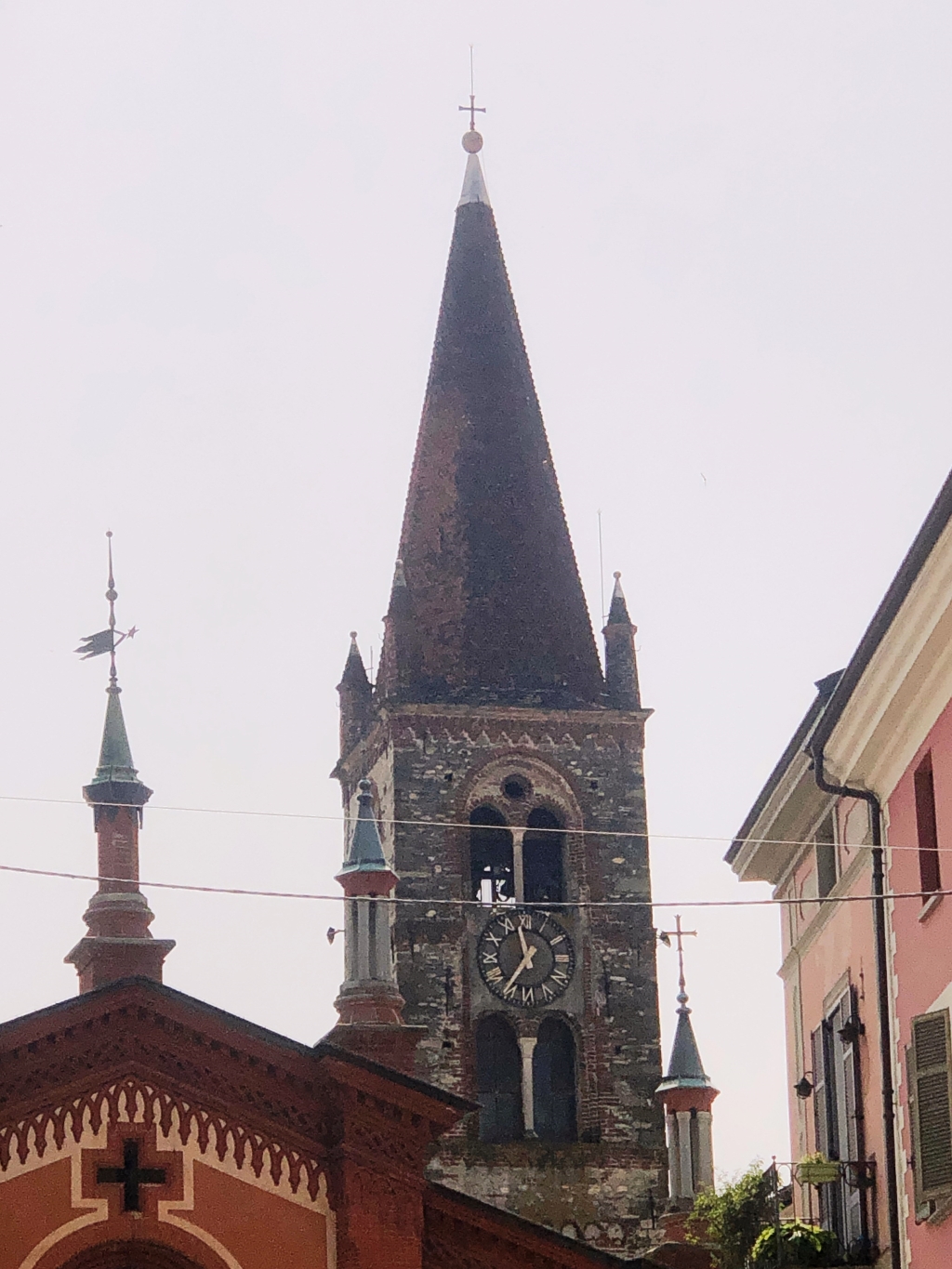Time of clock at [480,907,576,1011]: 11:35
